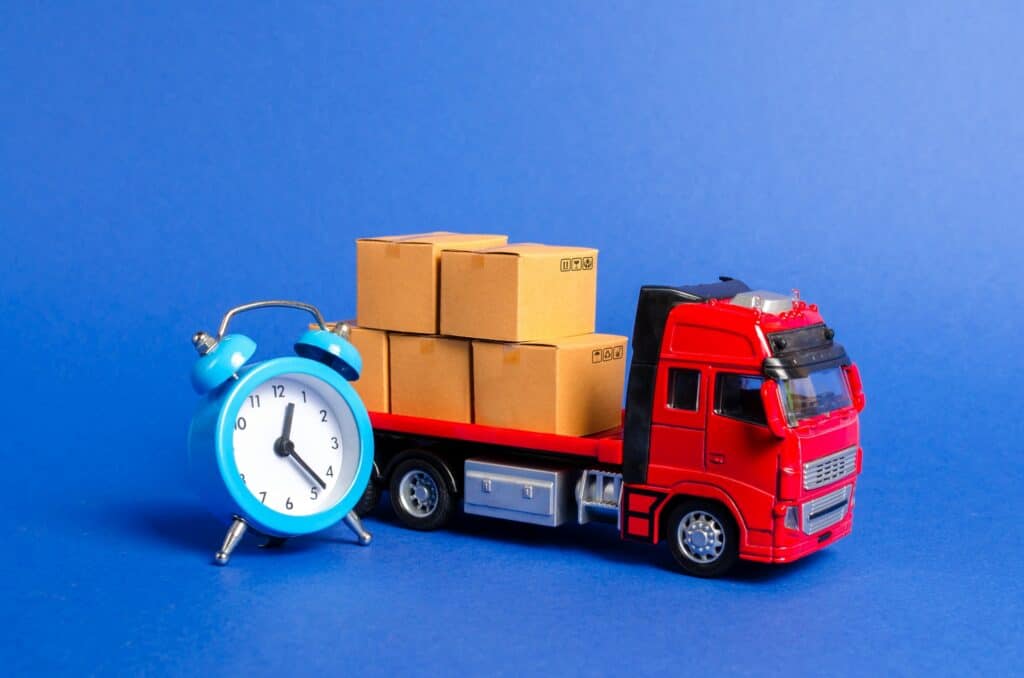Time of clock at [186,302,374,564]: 12:23
